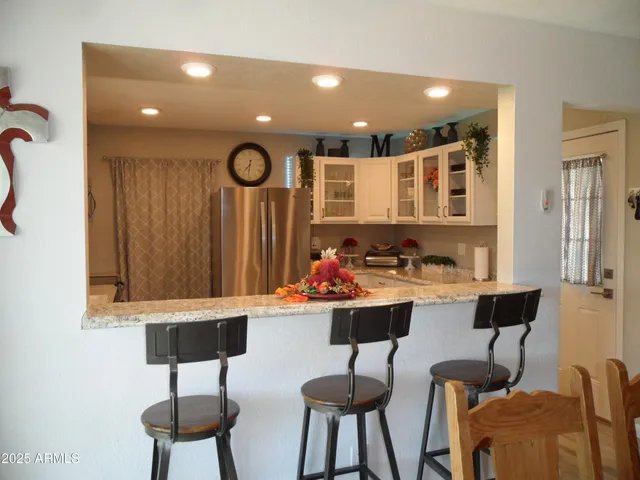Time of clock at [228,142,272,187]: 7:31
